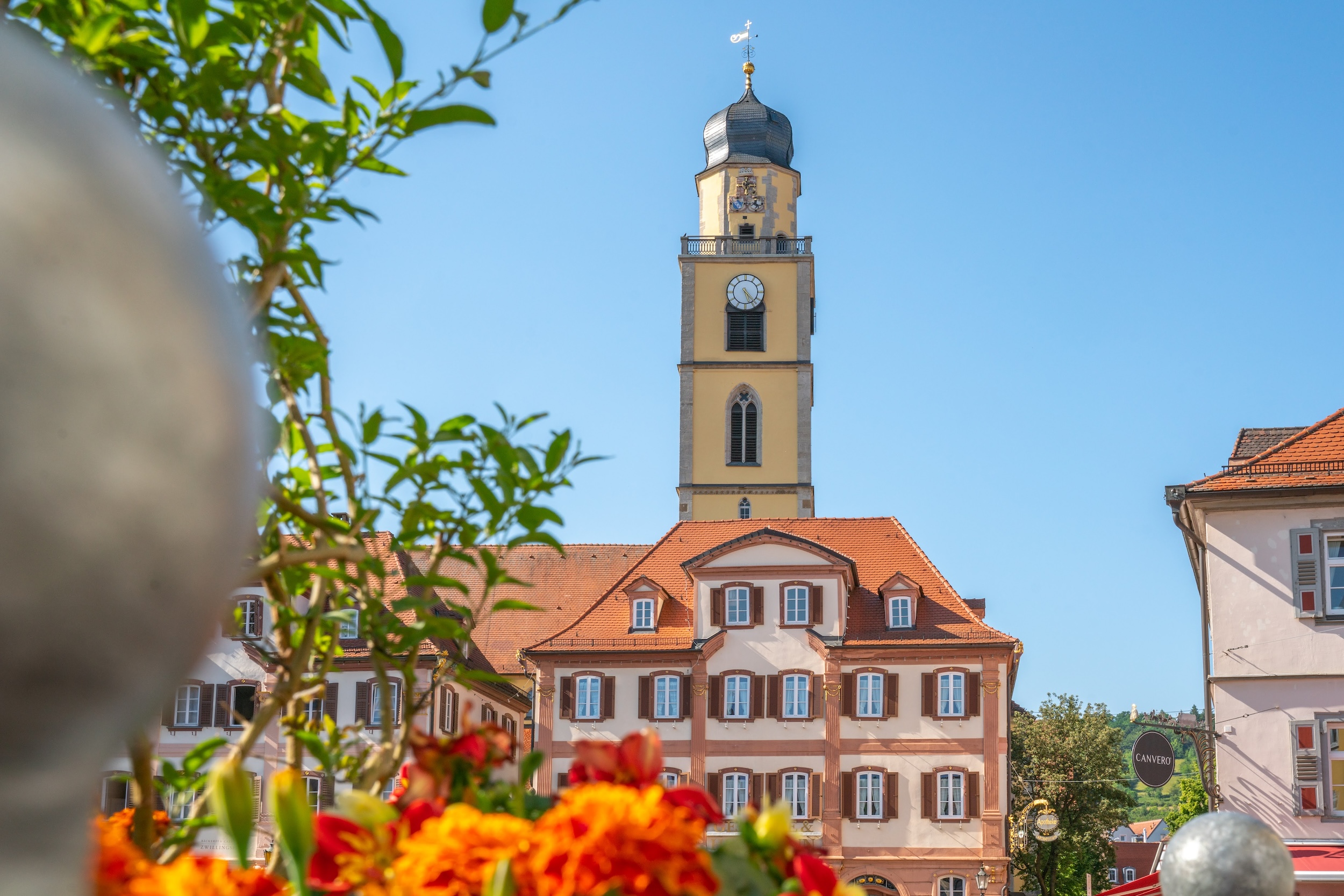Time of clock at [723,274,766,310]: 5:23
